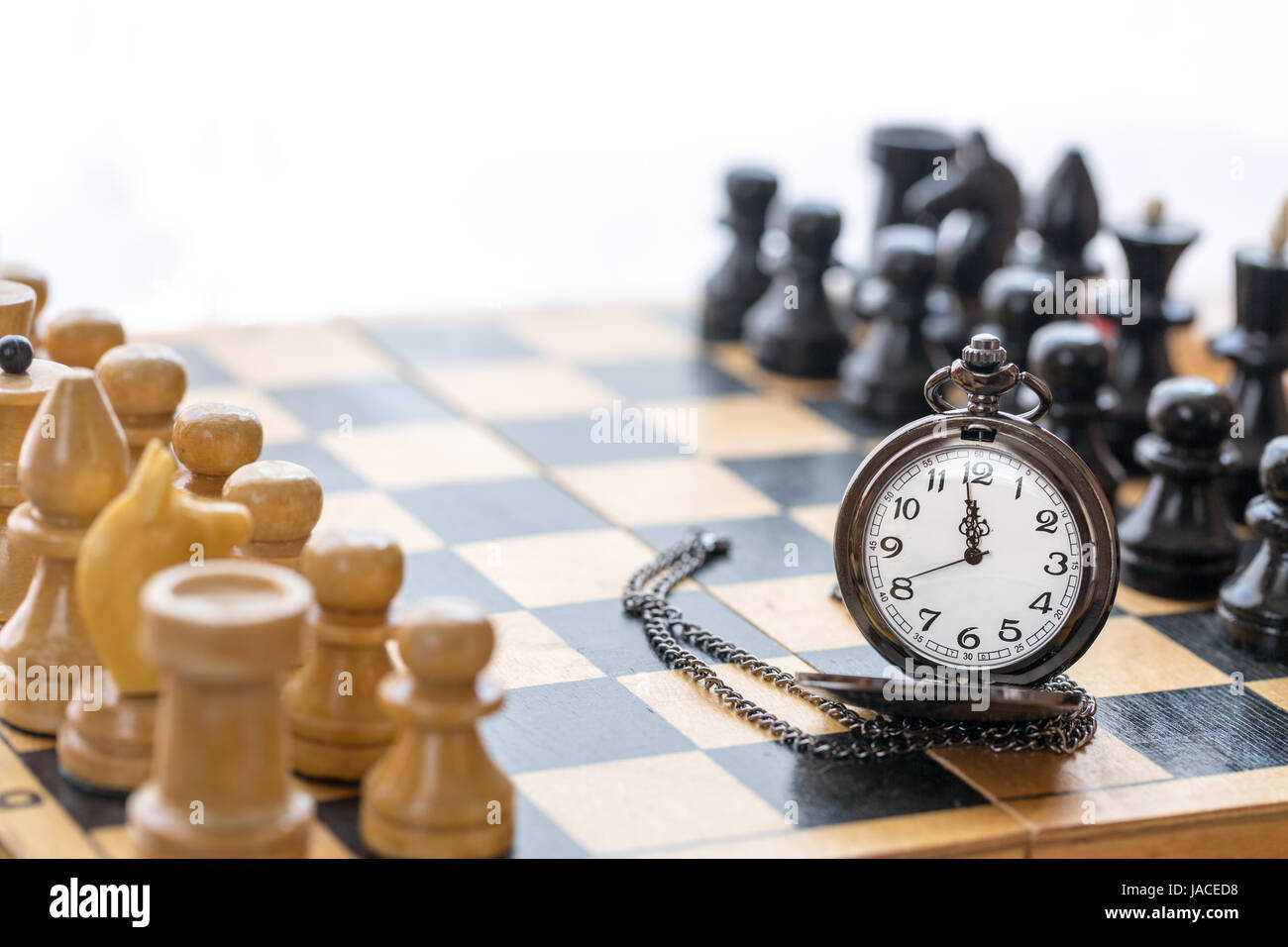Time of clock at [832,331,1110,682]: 11:58
